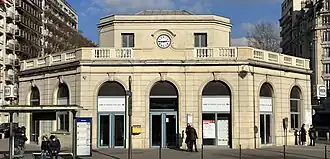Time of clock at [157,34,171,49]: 2:45
